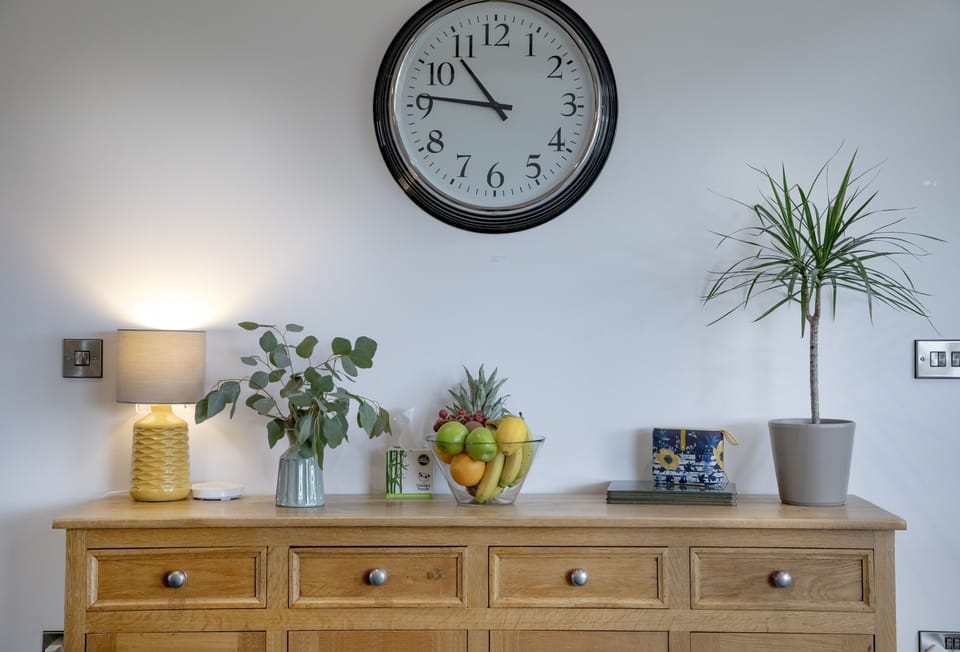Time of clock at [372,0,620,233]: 10:46
